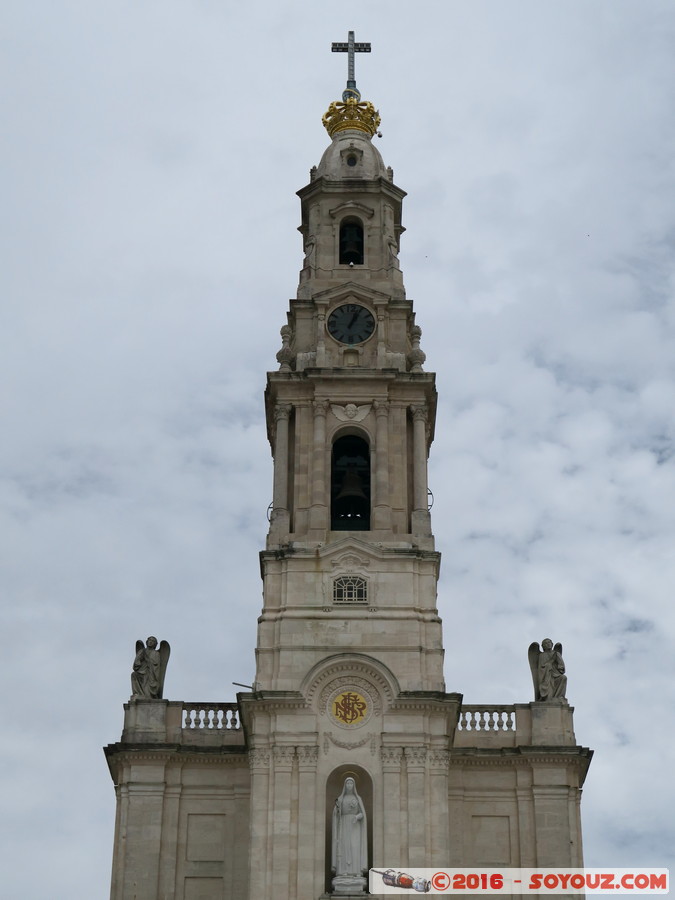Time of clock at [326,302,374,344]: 1:03
